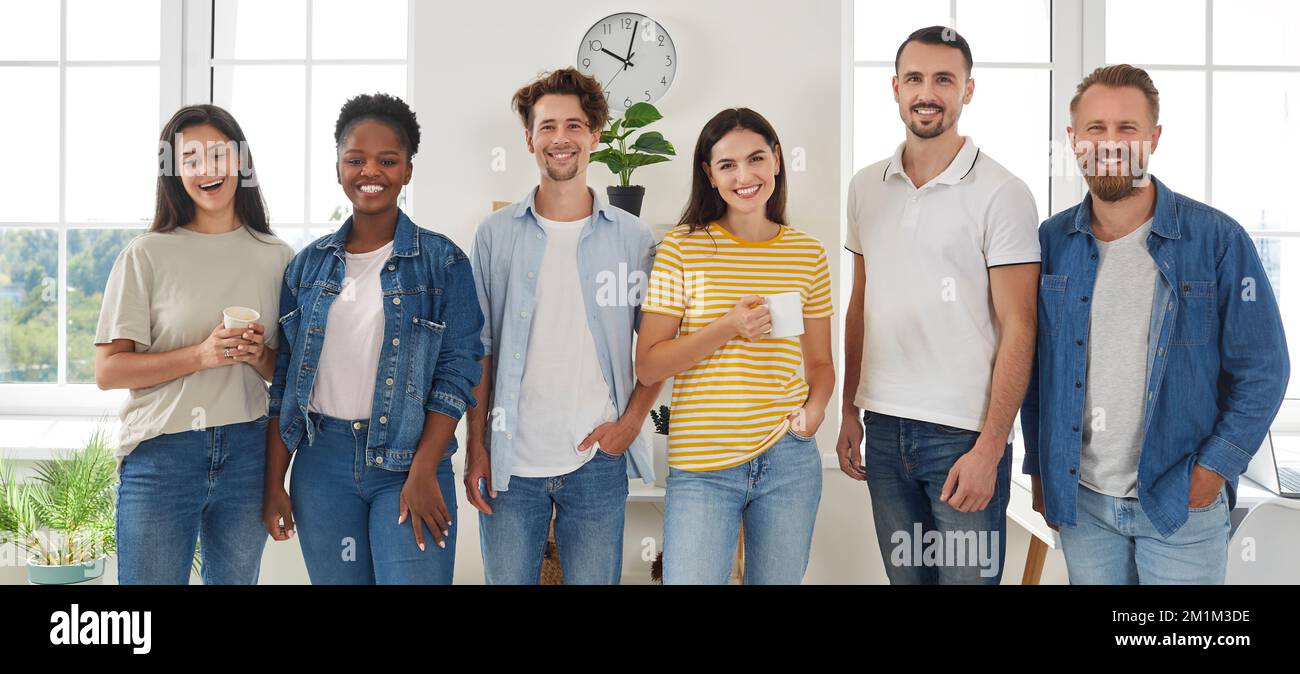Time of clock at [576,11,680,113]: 10:02
